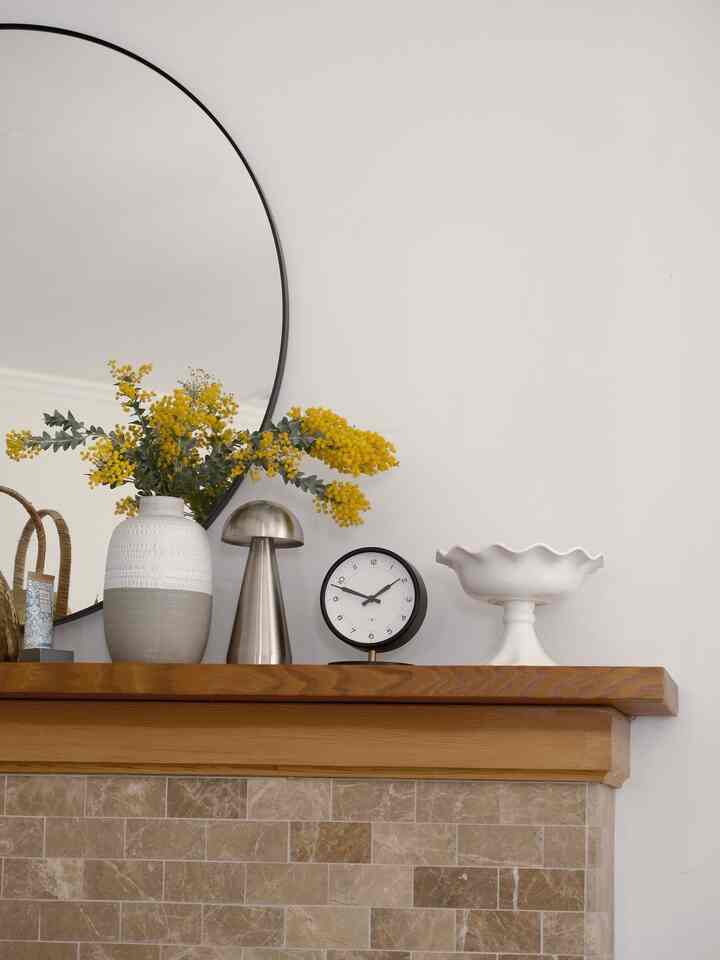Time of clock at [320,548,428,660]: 1:48
